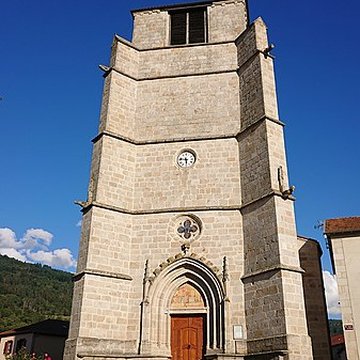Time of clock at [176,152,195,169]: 5:46
